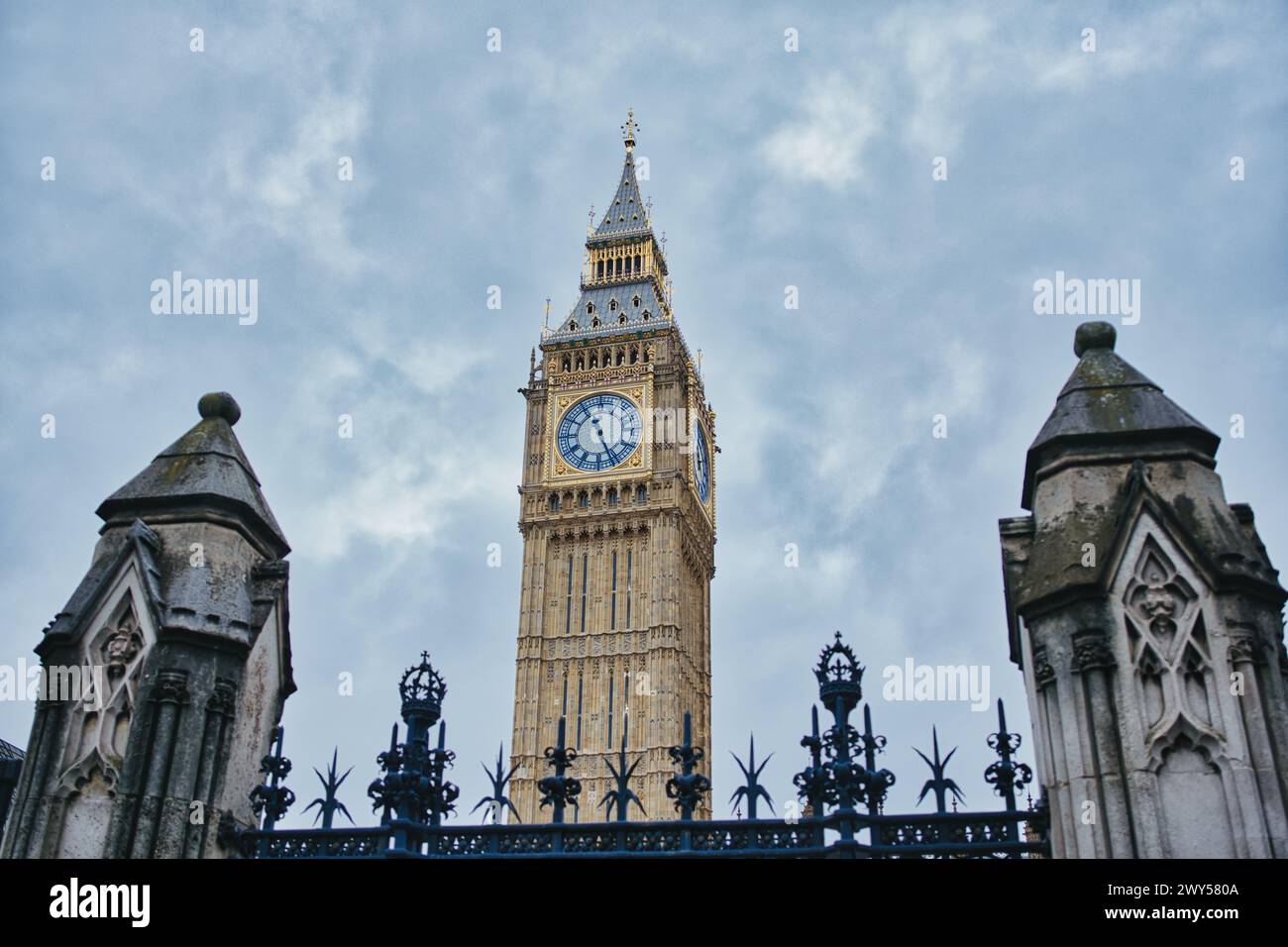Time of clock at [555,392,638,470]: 12:26
